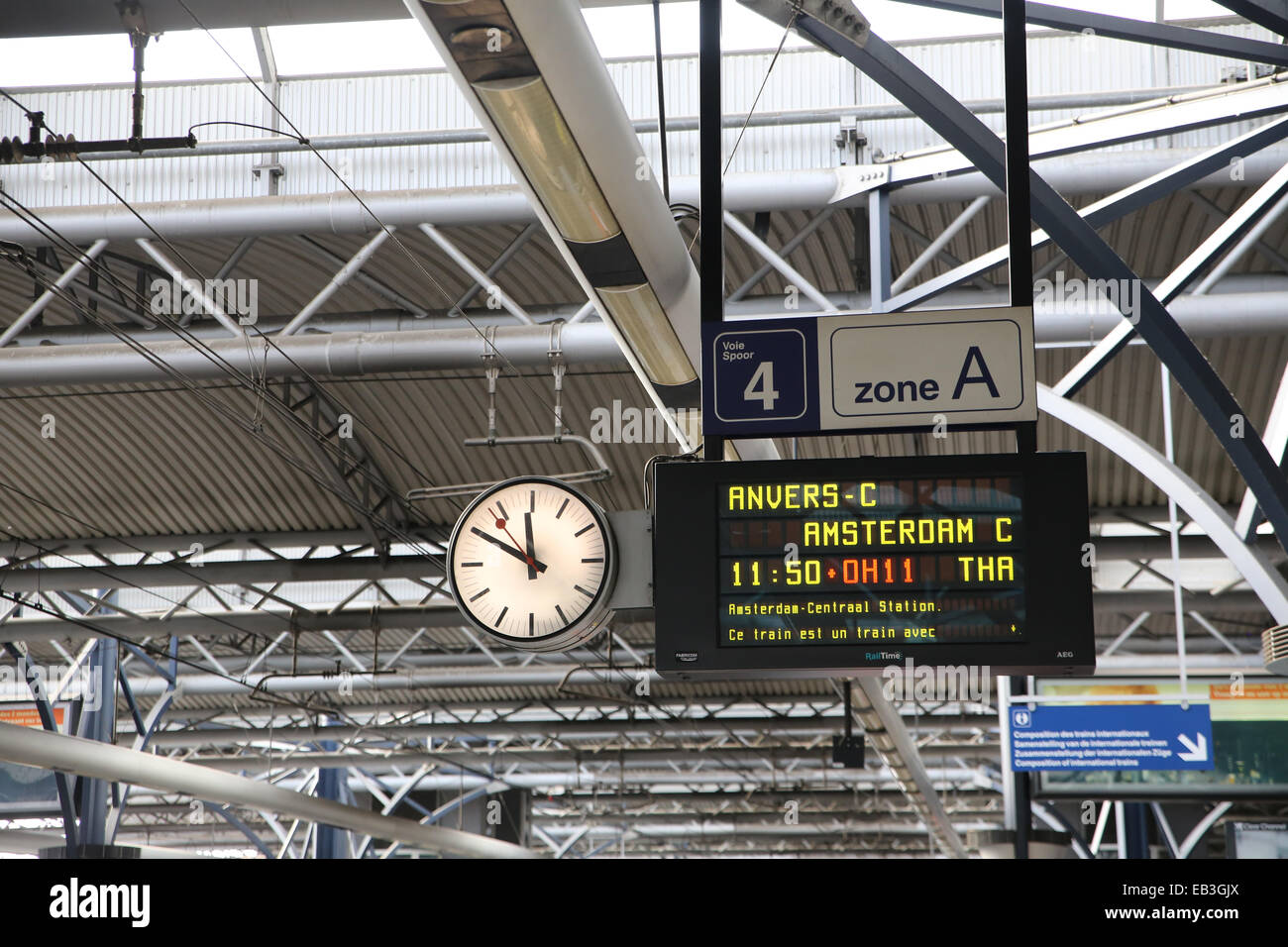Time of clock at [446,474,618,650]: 11:50
